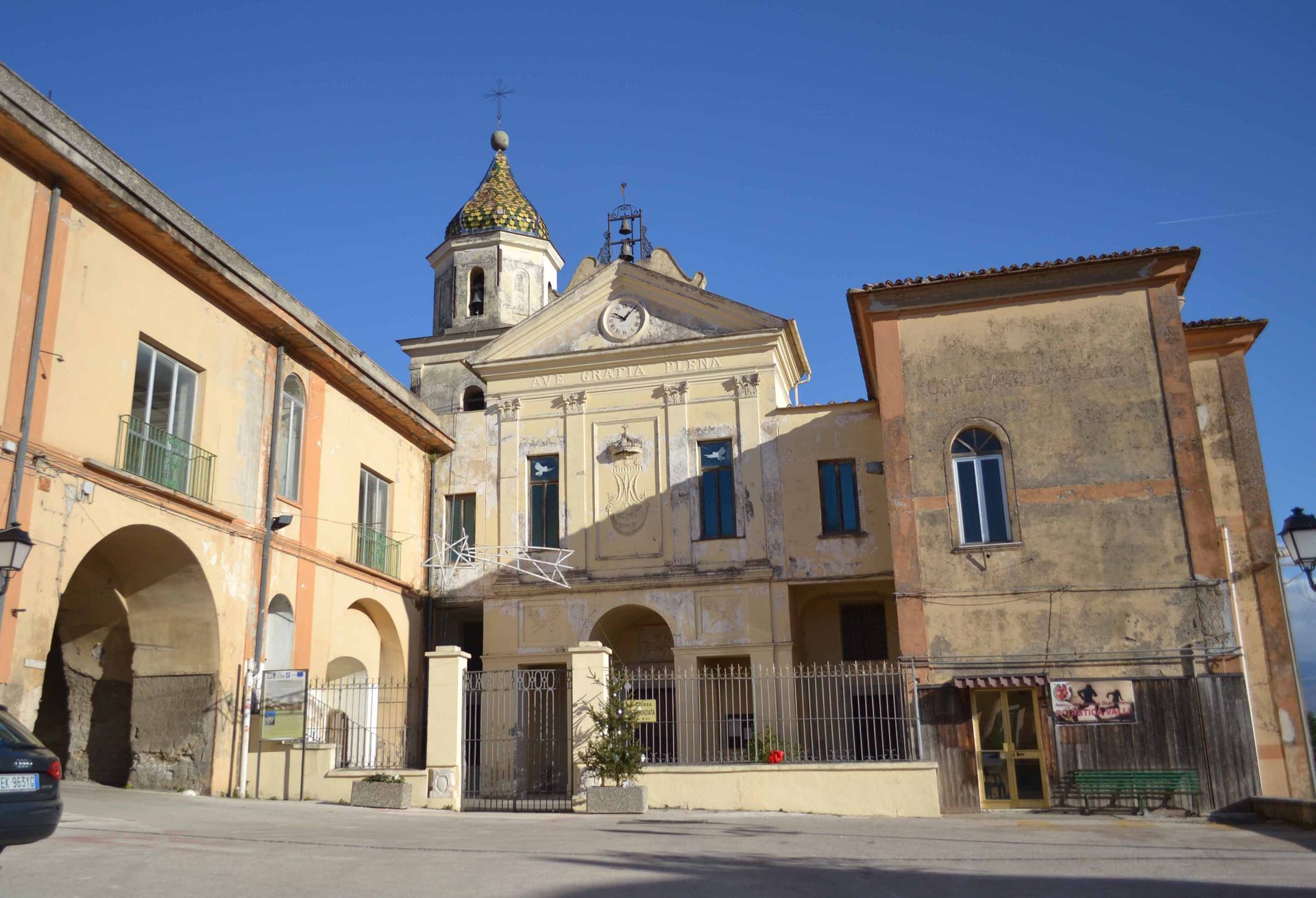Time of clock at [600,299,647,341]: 10:07
